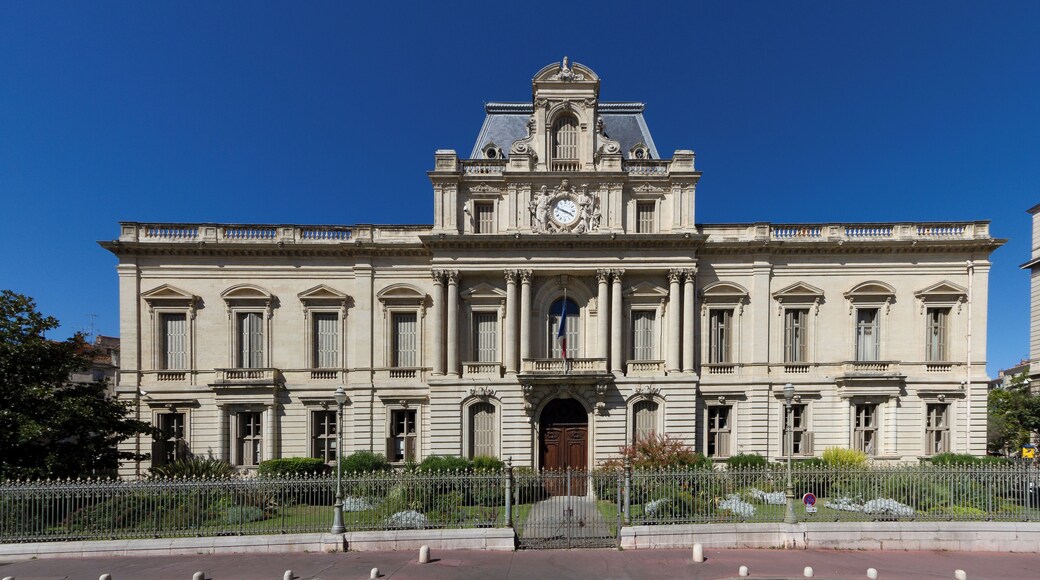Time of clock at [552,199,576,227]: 3:48
